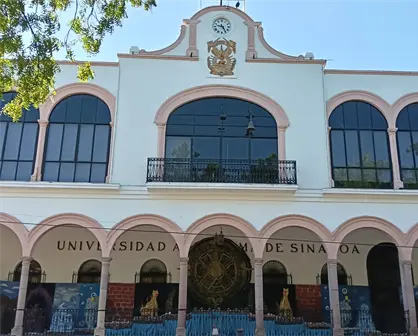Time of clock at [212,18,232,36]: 9:25
